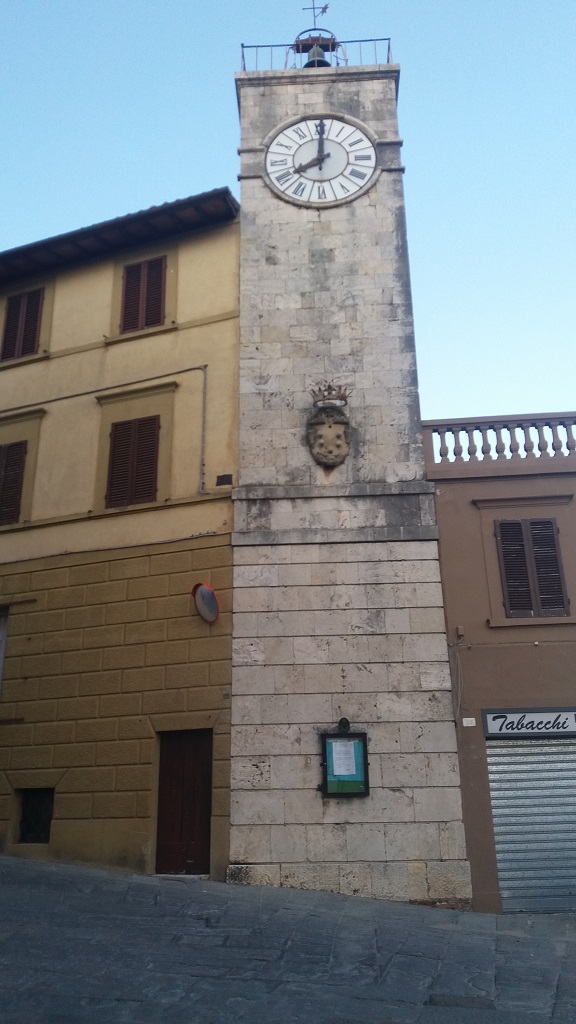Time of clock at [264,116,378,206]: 8:00
